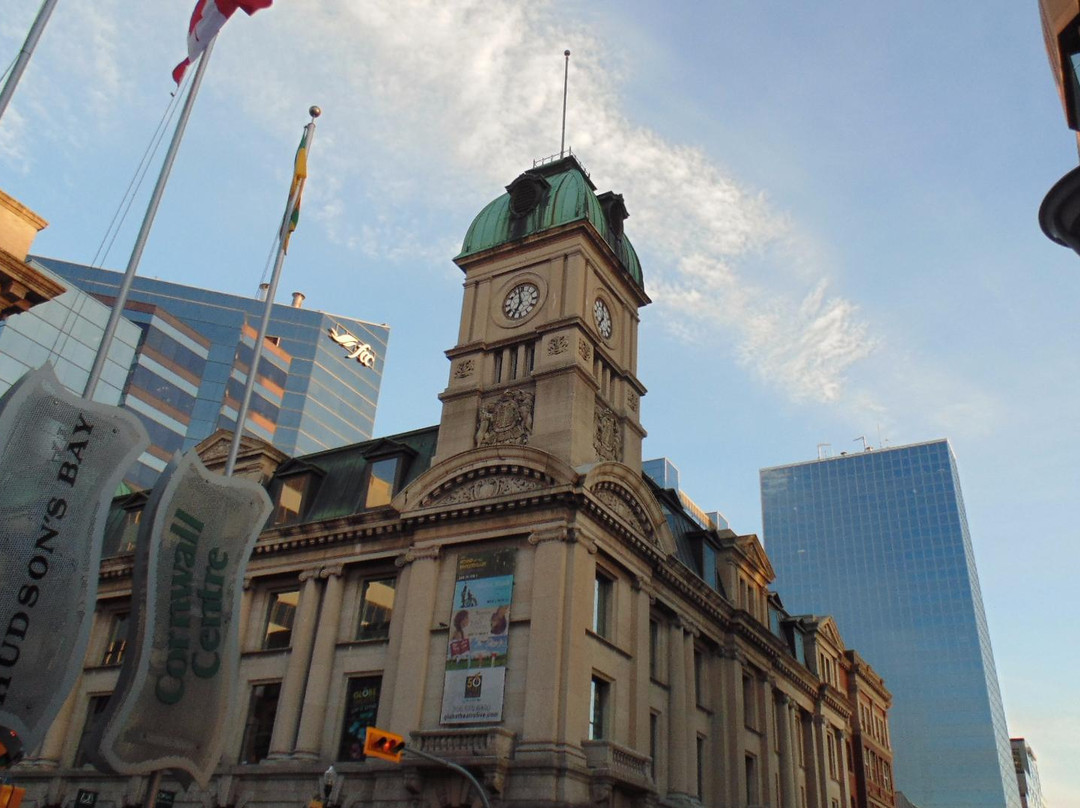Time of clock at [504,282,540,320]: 6:57
